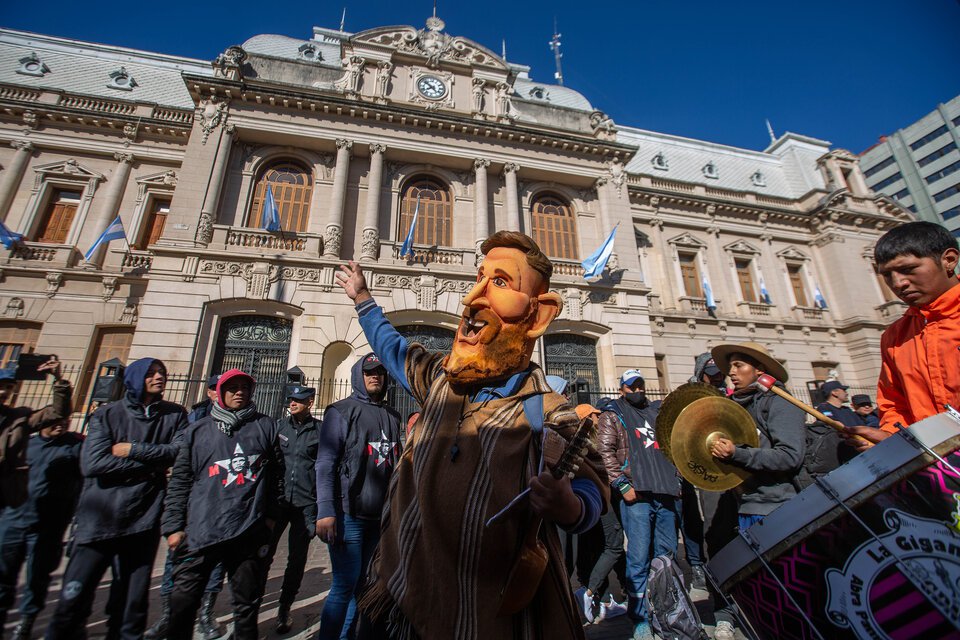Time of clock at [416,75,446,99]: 7:51
